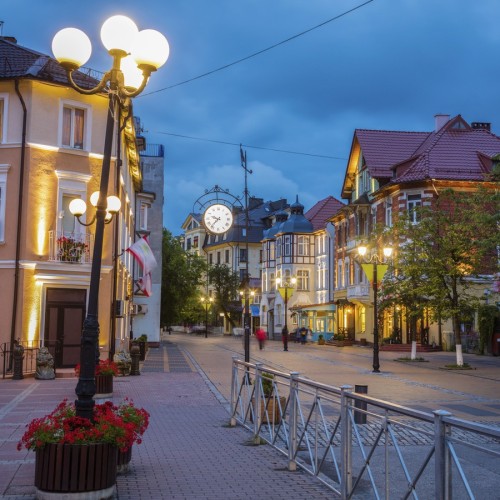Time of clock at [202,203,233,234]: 9:36
